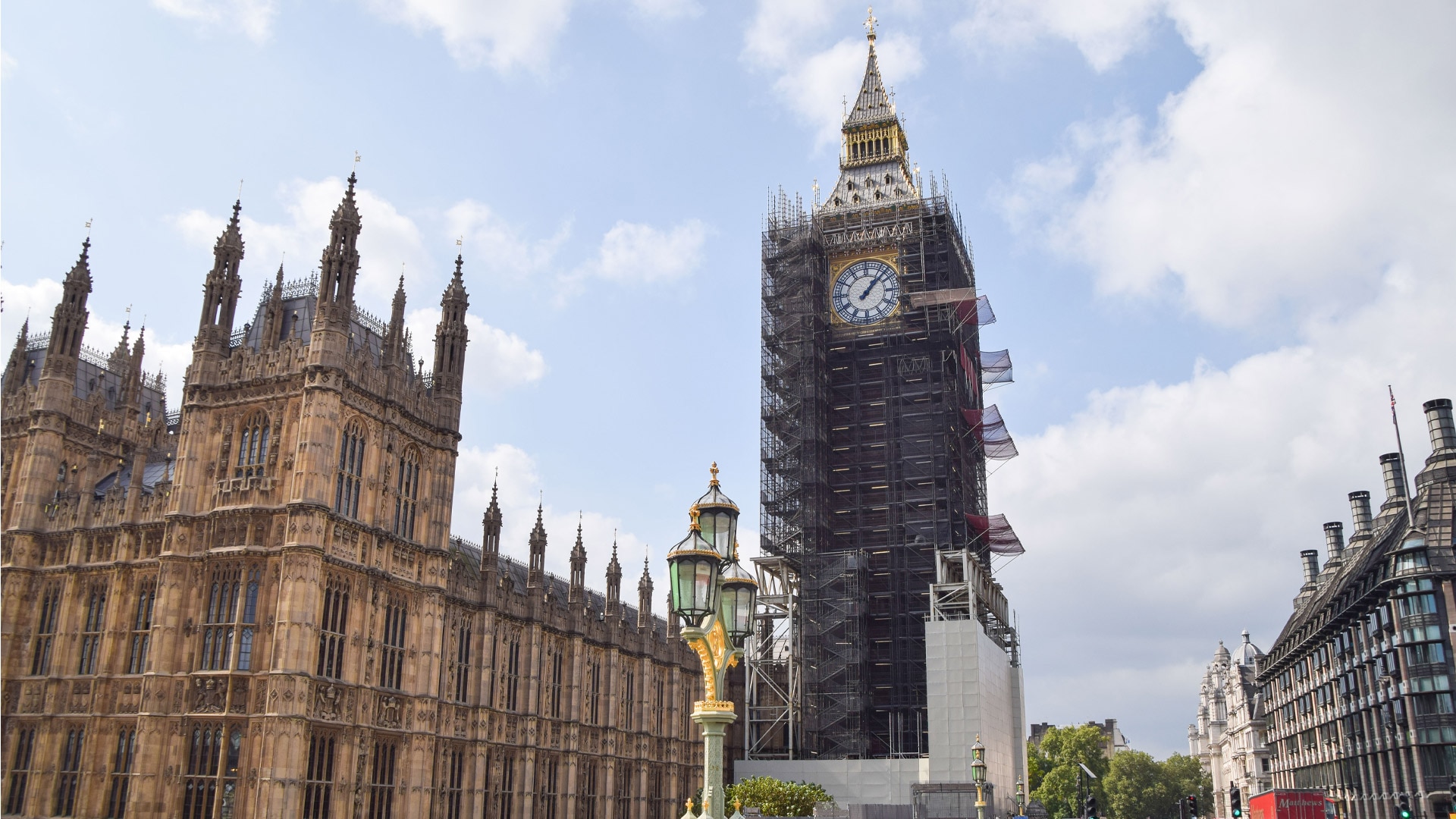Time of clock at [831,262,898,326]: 1:07
